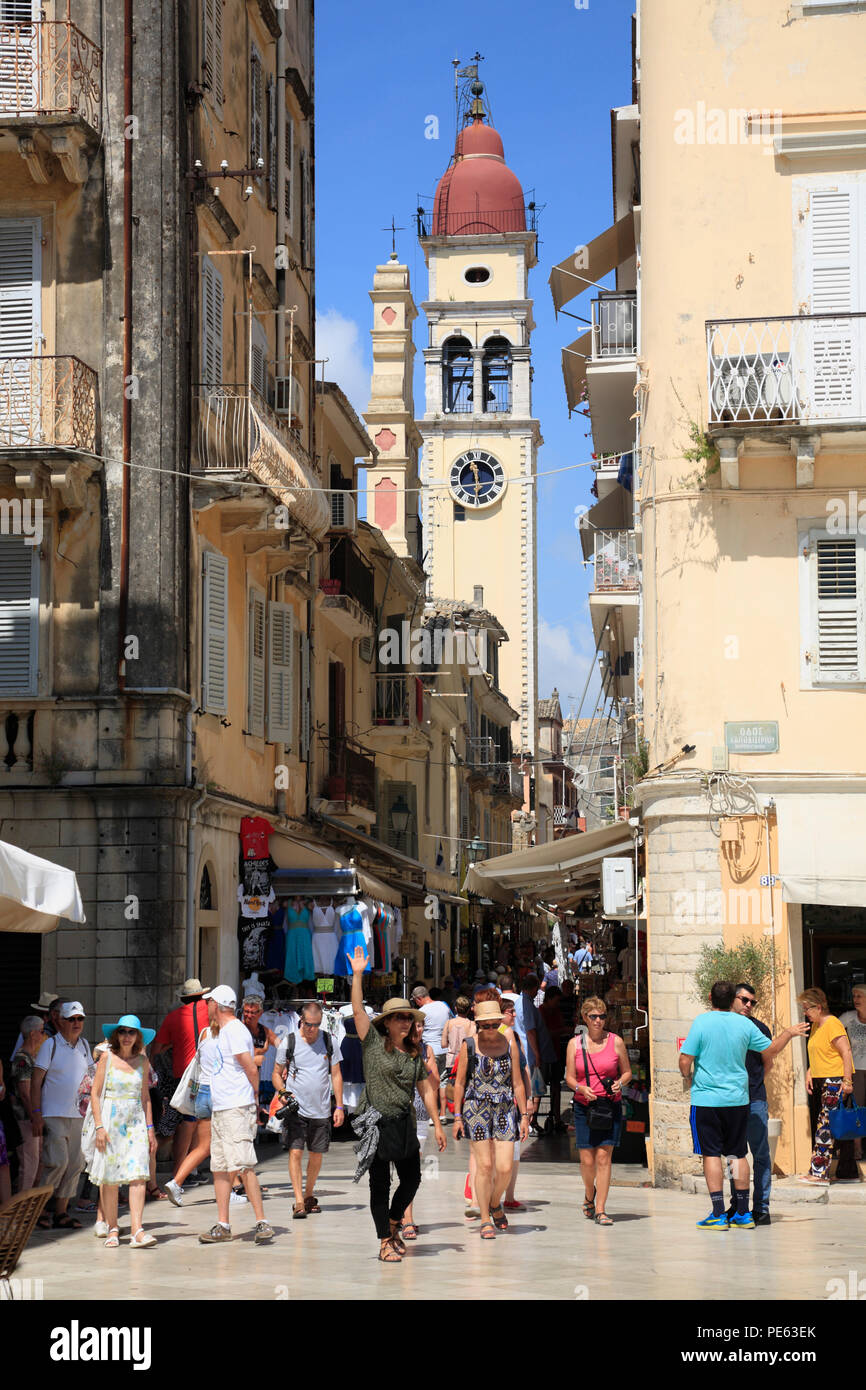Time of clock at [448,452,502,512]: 11:57
